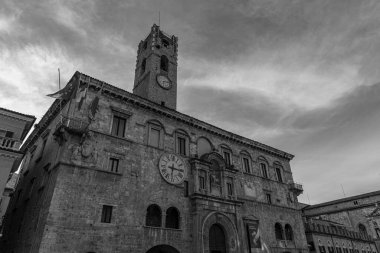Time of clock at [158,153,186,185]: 6:15
